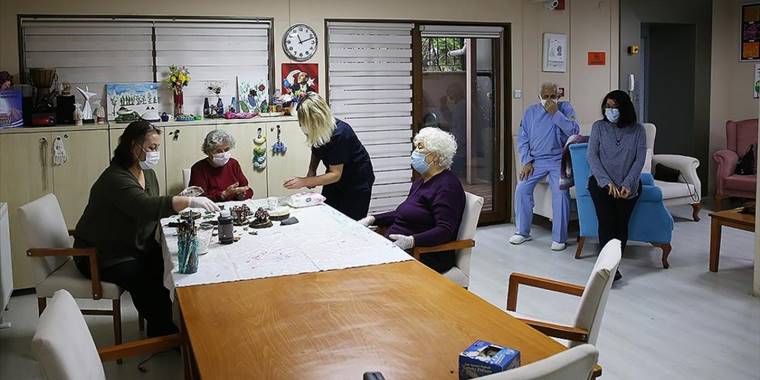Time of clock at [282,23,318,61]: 11:11
